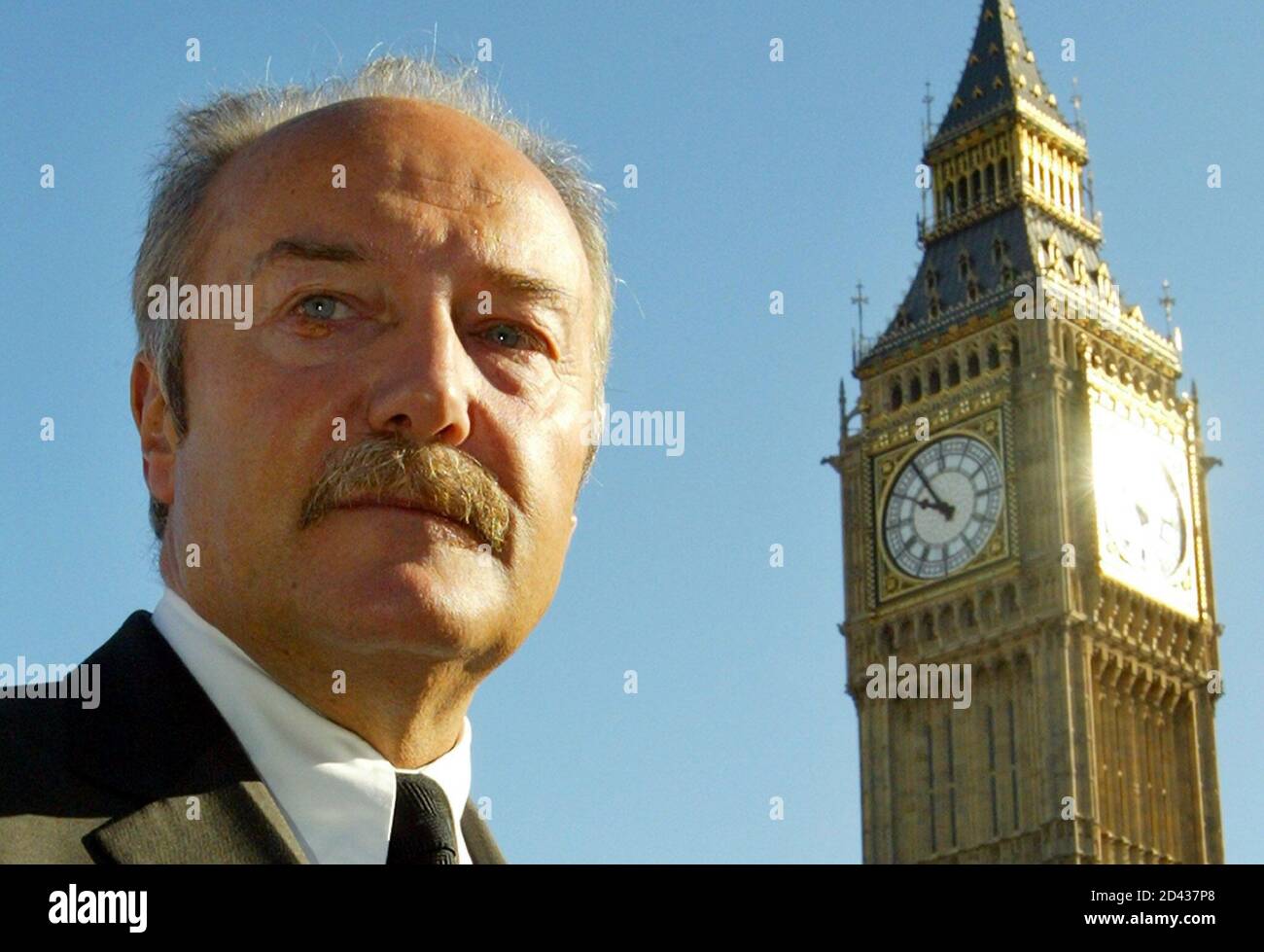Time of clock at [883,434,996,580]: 9:54
